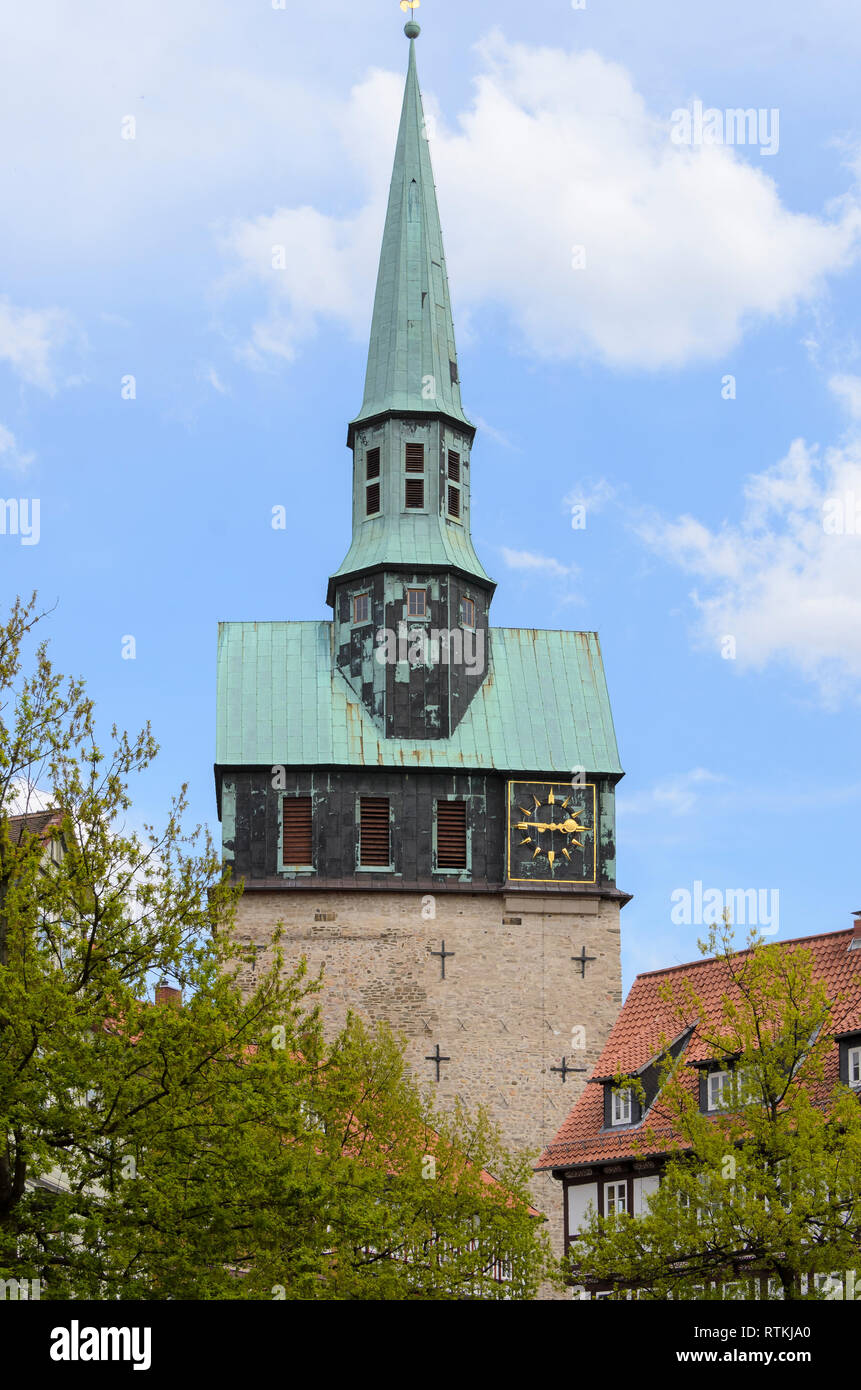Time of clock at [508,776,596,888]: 2:45
